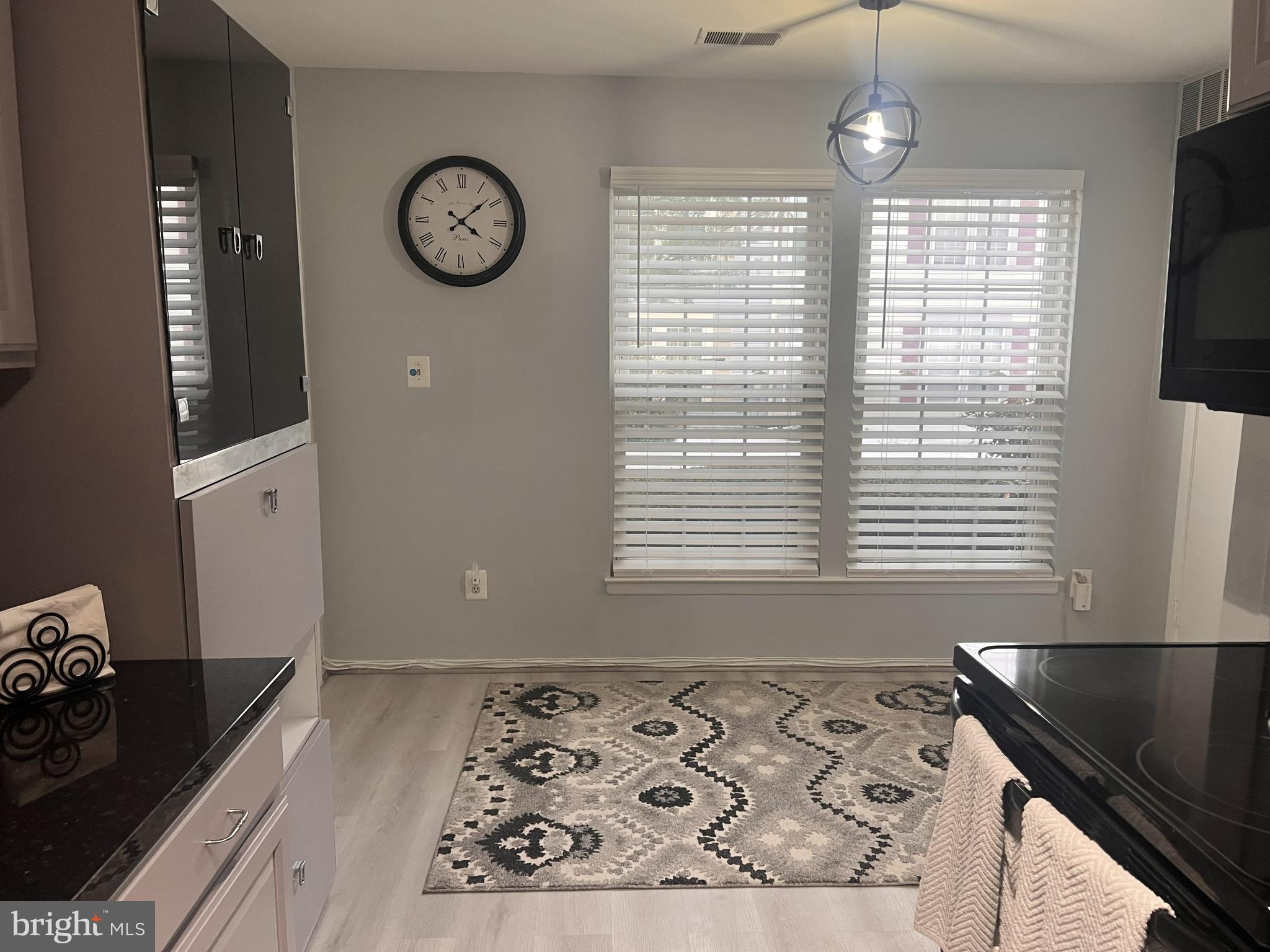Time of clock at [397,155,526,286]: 4:08
